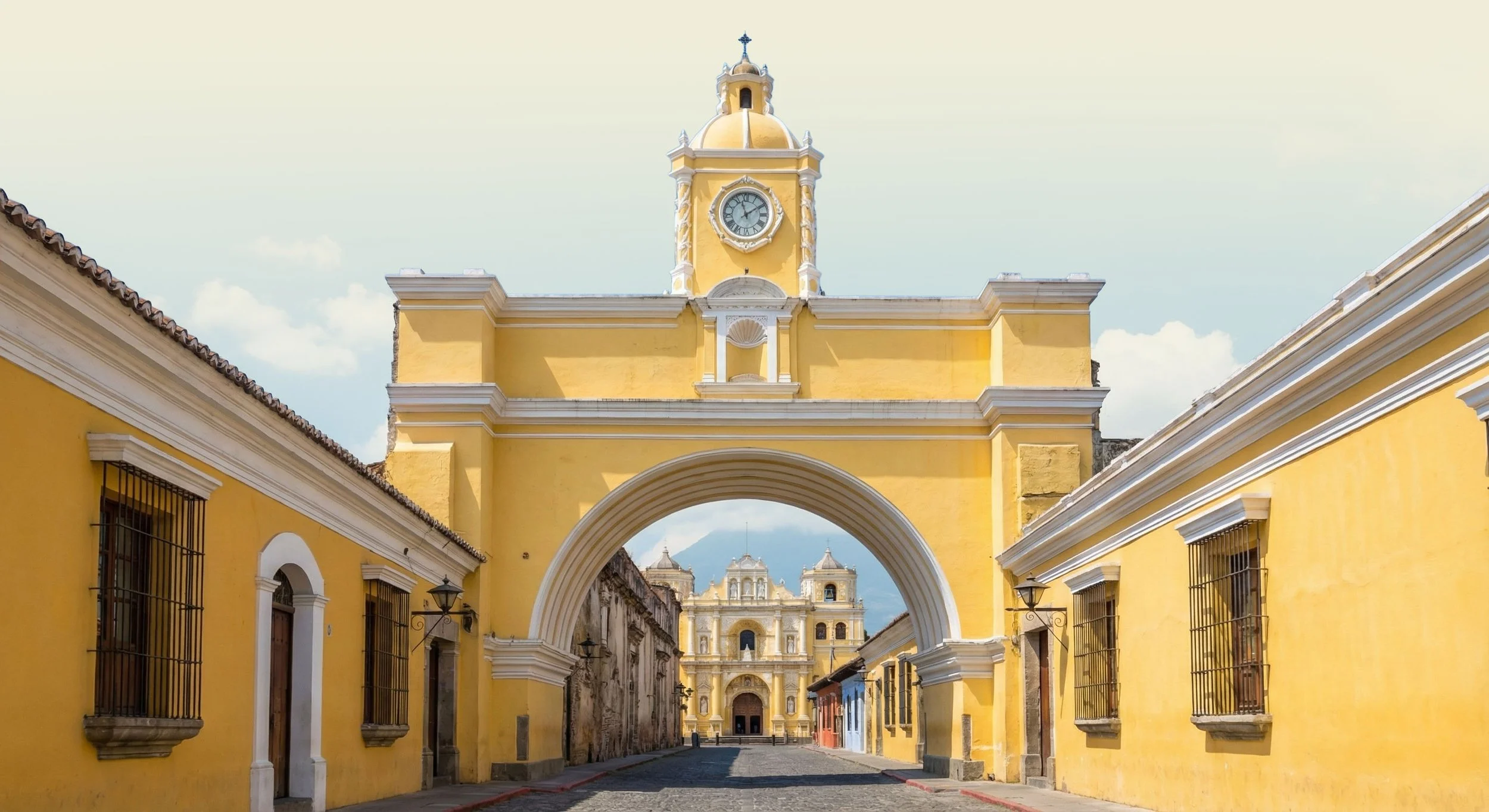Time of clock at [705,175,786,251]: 1:57
